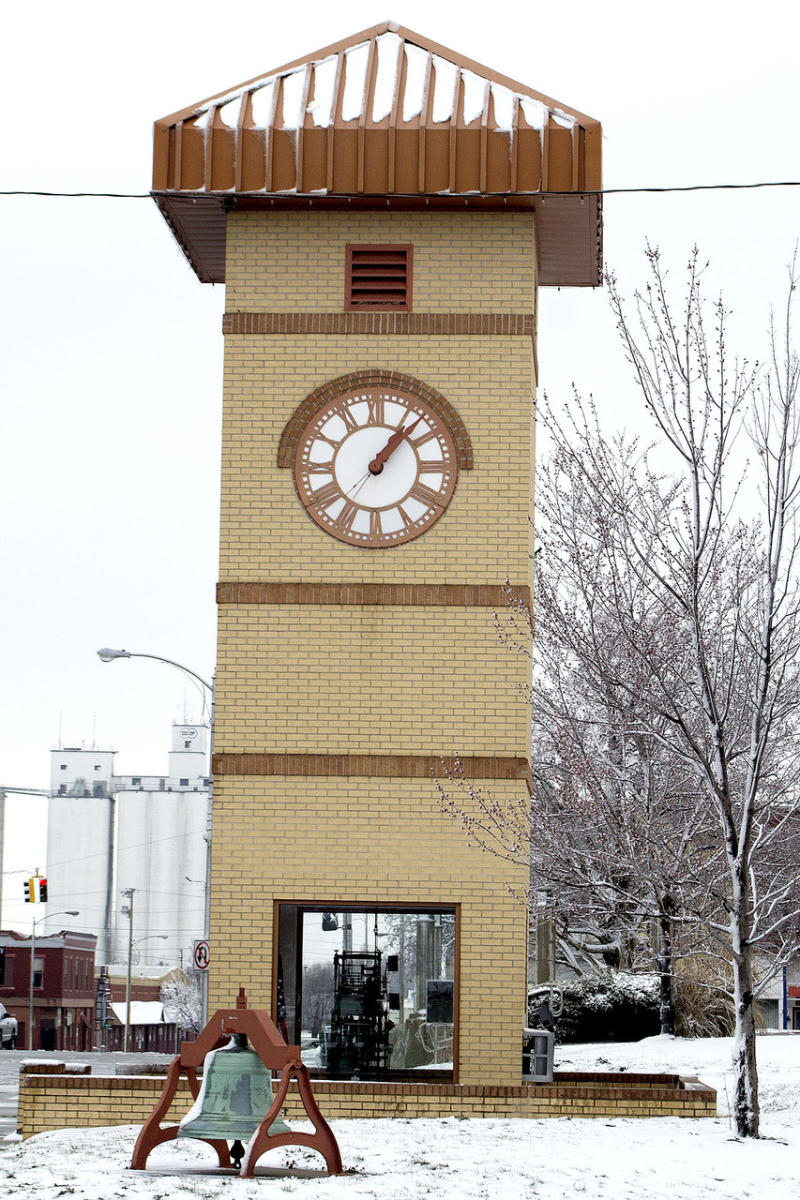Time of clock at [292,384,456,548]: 1:07
